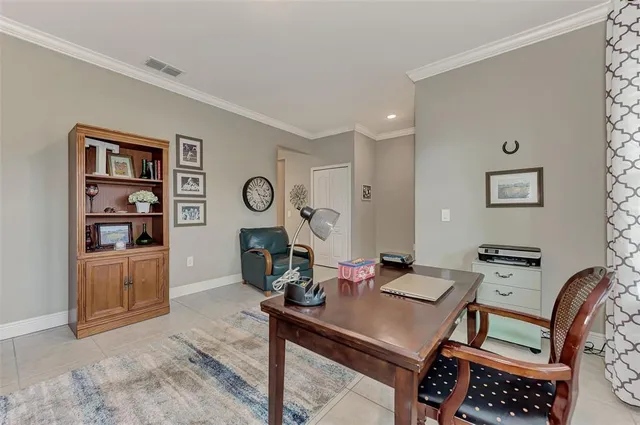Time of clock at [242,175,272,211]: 3:24
